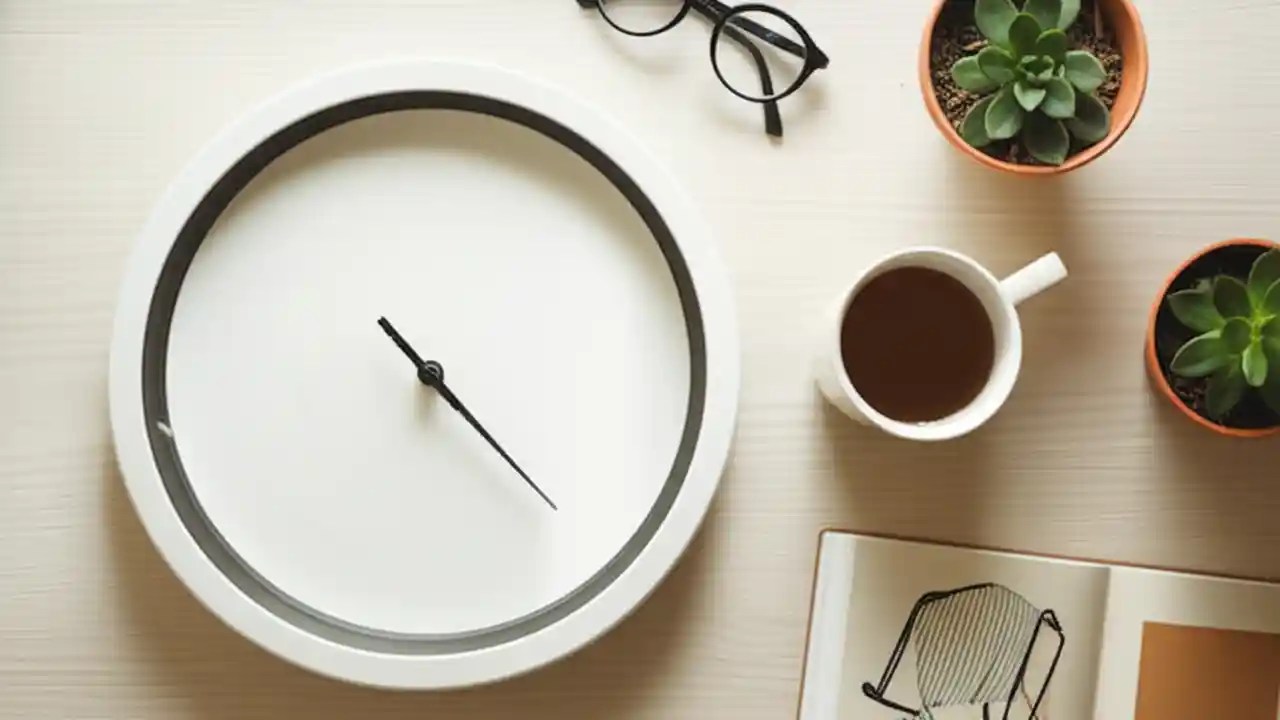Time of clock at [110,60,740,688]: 4:22
